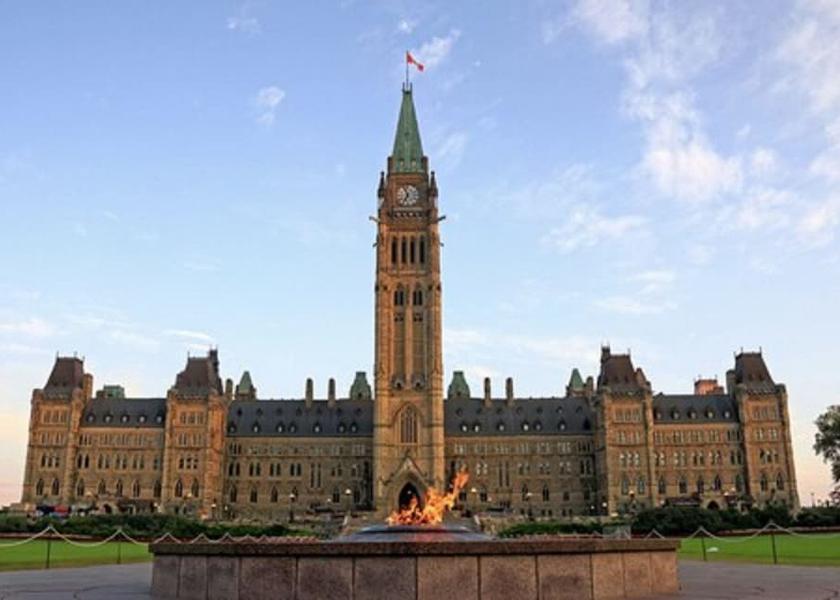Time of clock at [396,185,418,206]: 6:56
